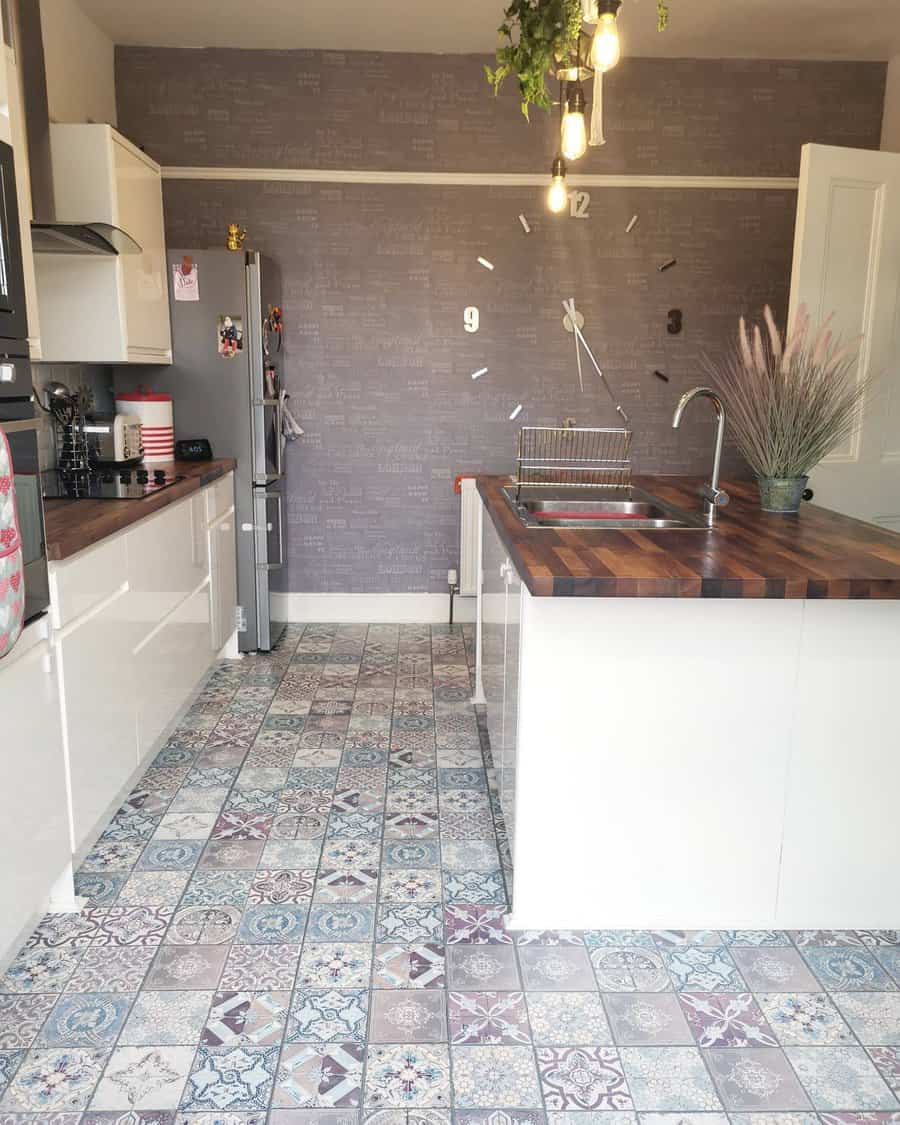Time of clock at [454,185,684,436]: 5:24
